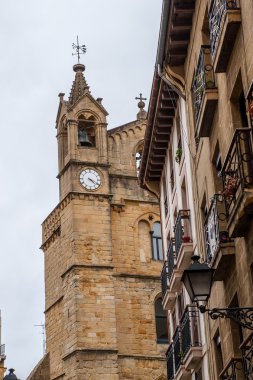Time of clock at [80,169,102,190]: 4:19
